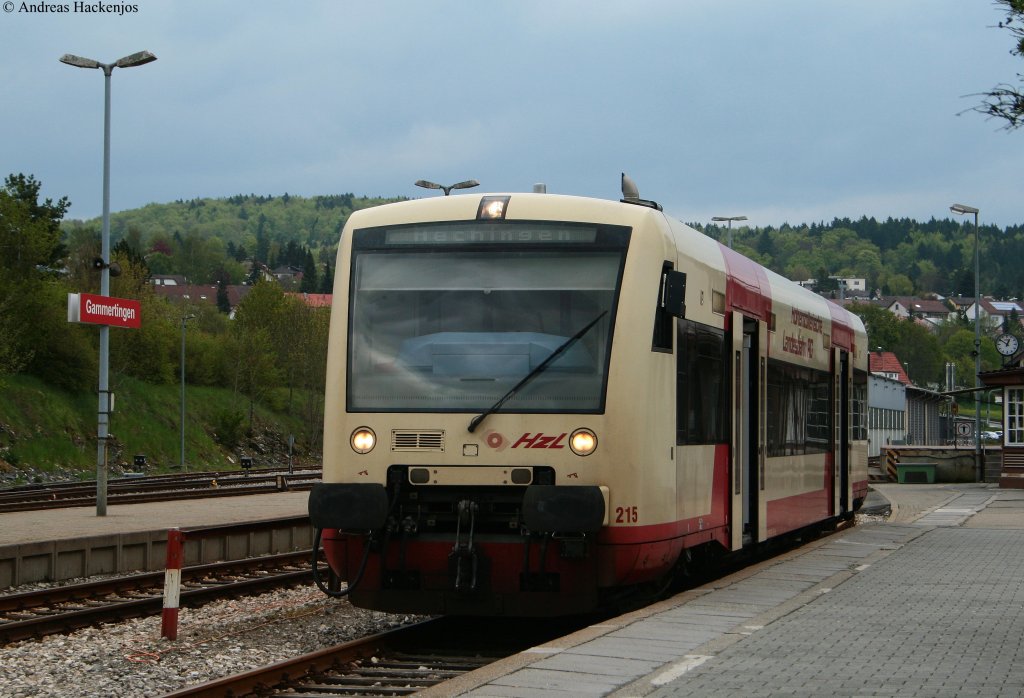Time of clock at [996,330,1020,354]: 12:51
